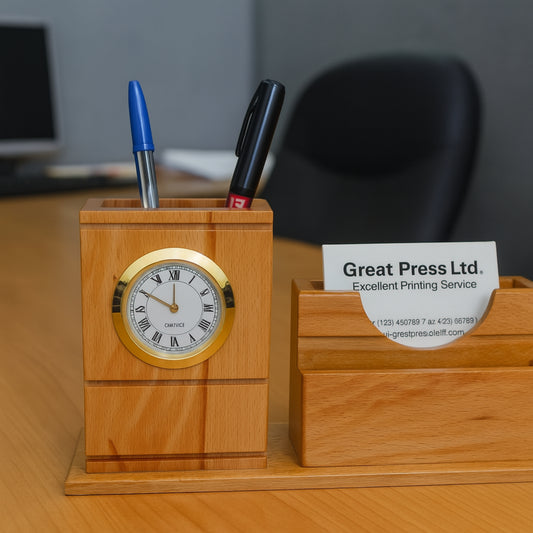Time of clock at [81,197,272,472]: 11:50
